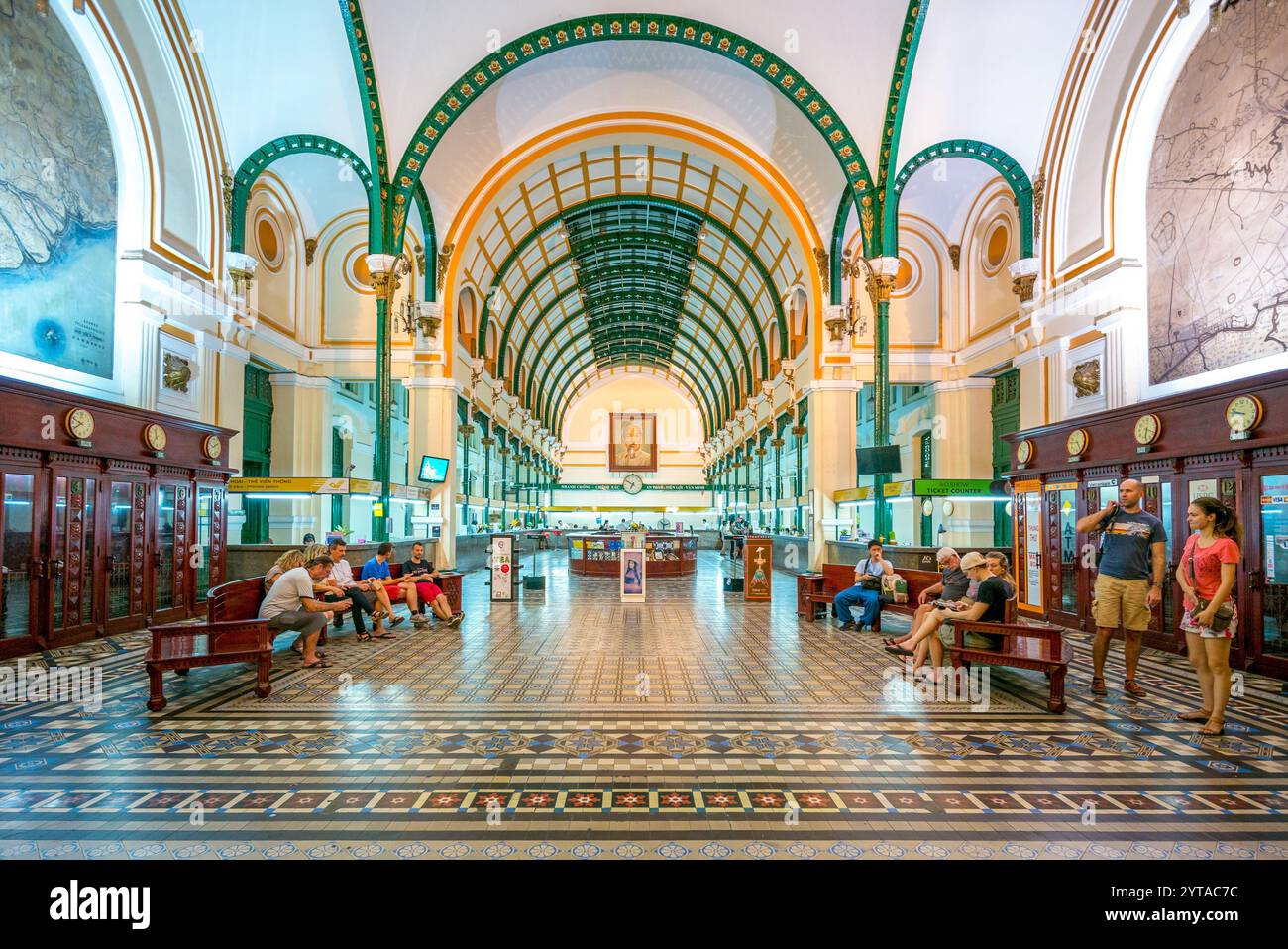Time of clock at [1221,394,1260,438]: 9:47
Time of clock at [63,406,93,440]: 7:48
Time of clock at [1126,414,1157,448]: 6:18
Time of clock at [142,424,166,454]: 11:36
